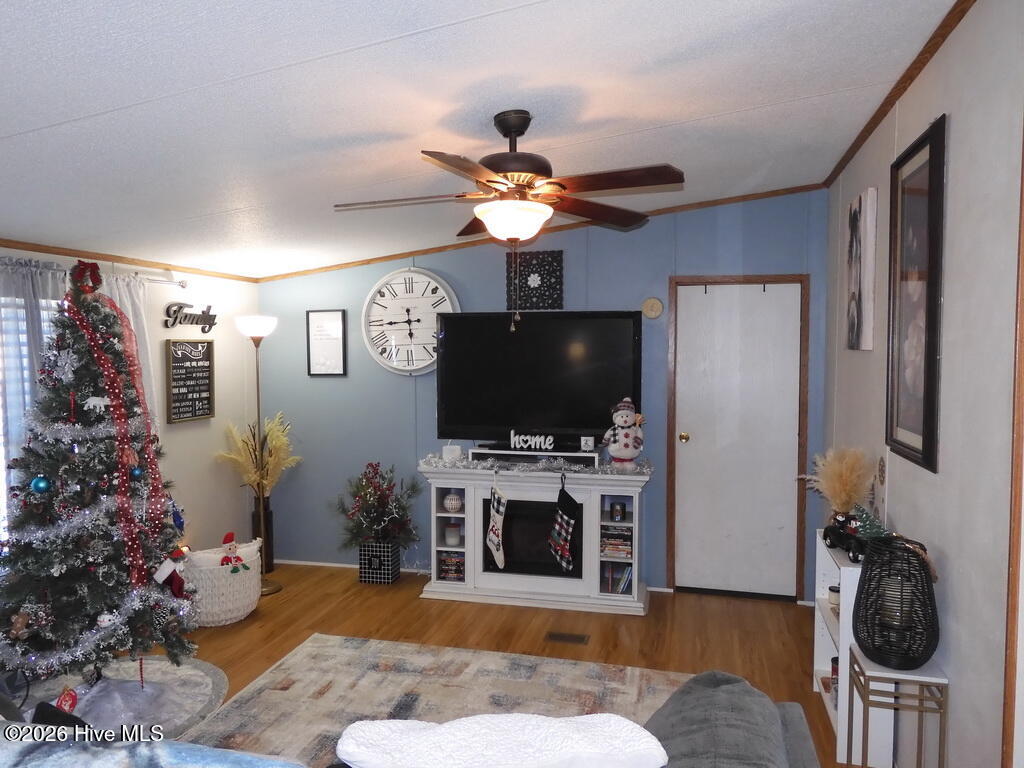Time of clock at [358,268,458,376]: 5:44
